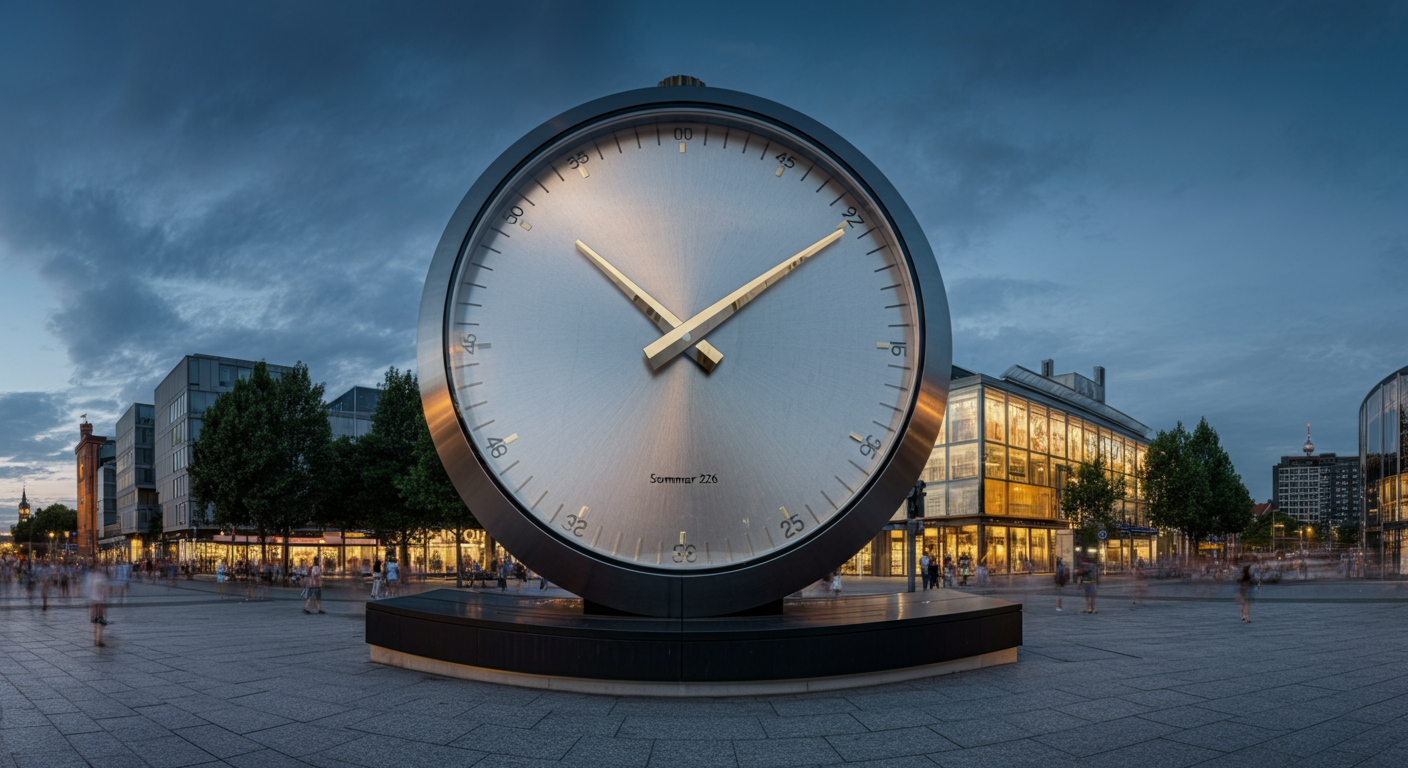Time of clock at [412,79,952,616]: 10:09
